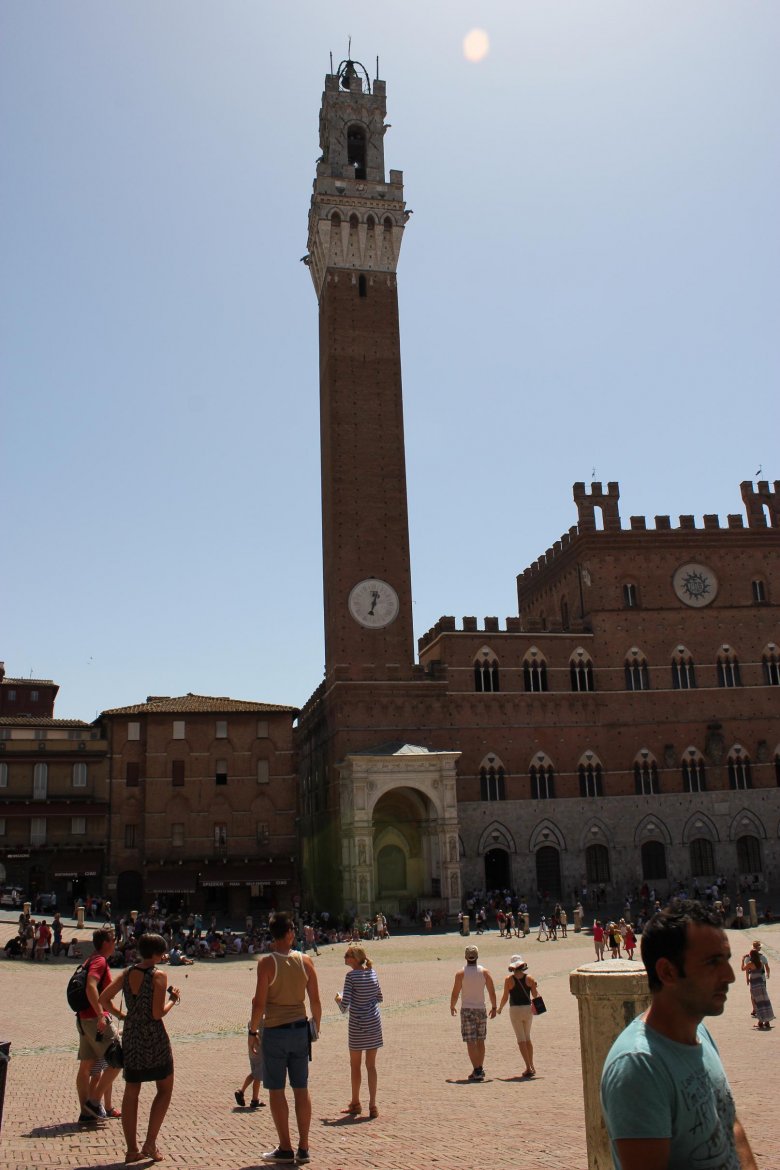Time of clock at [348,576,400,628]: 12:32
